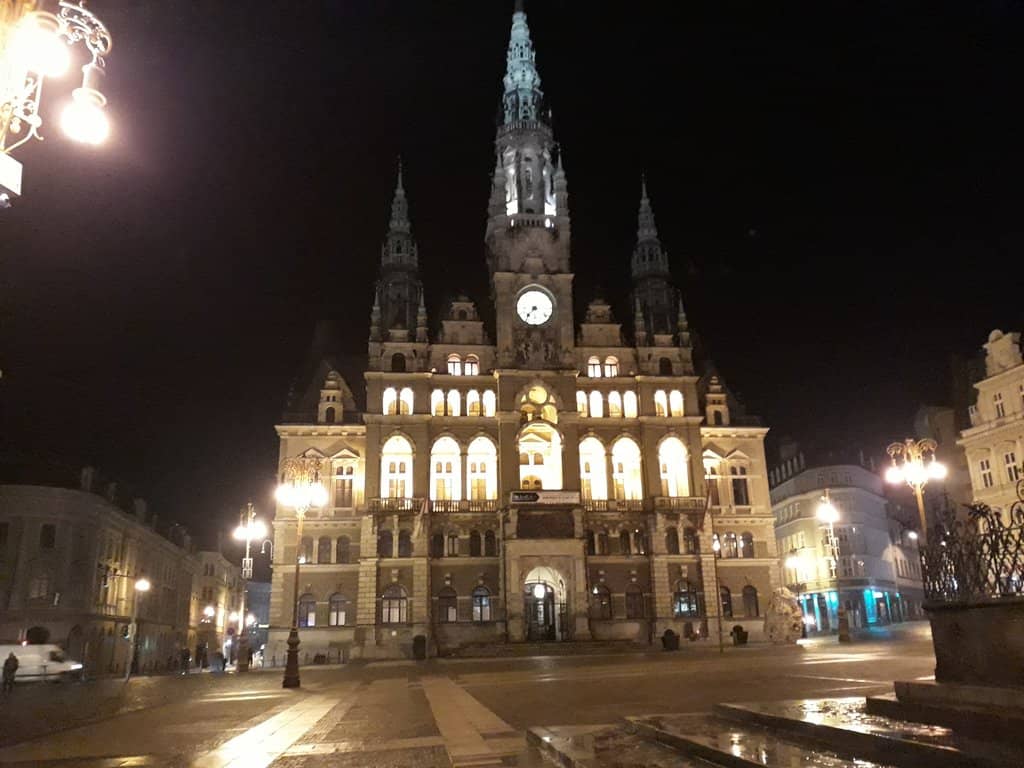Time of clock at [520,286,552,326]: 7:36
